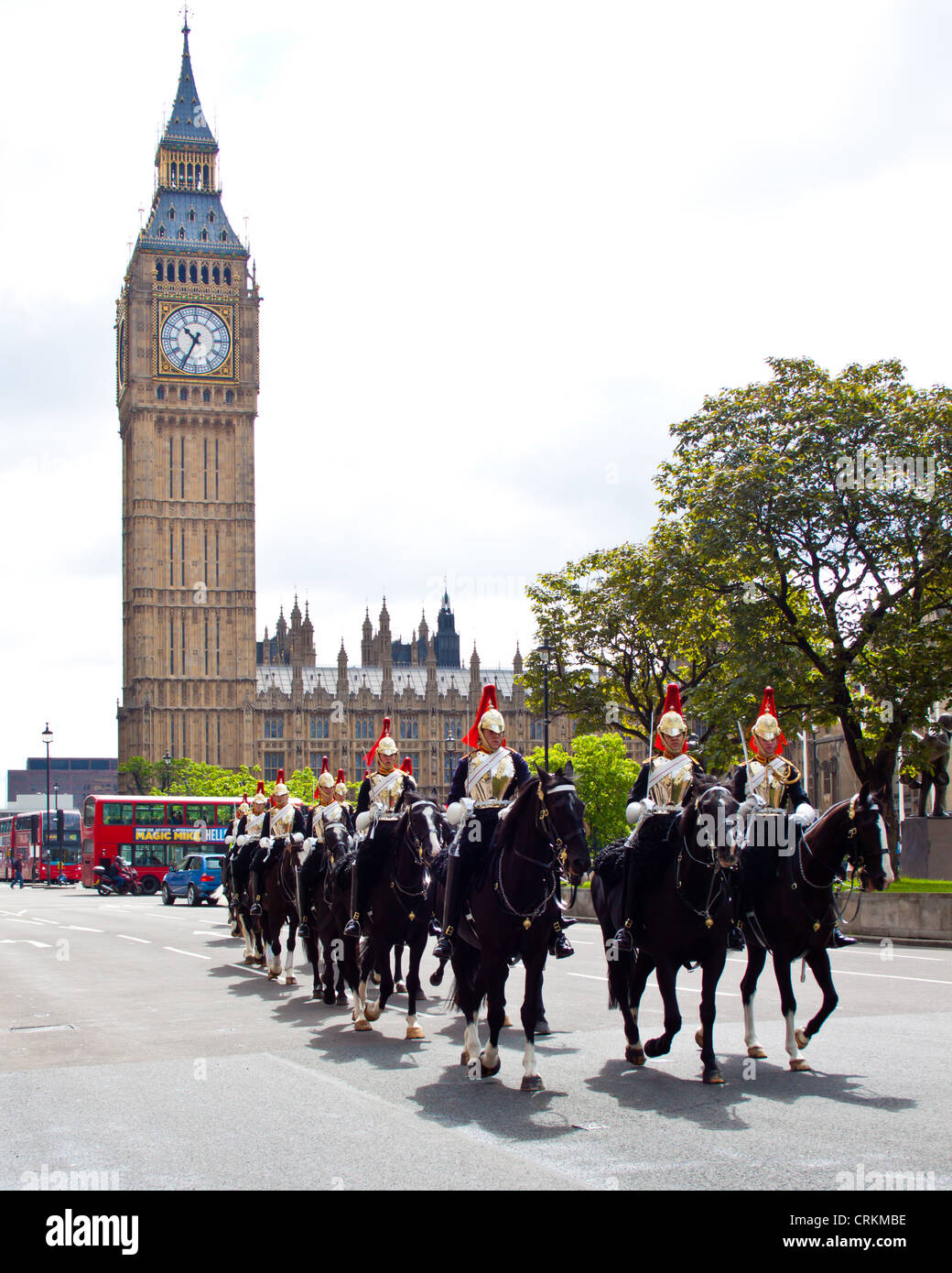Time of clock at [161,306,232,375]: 10:34
